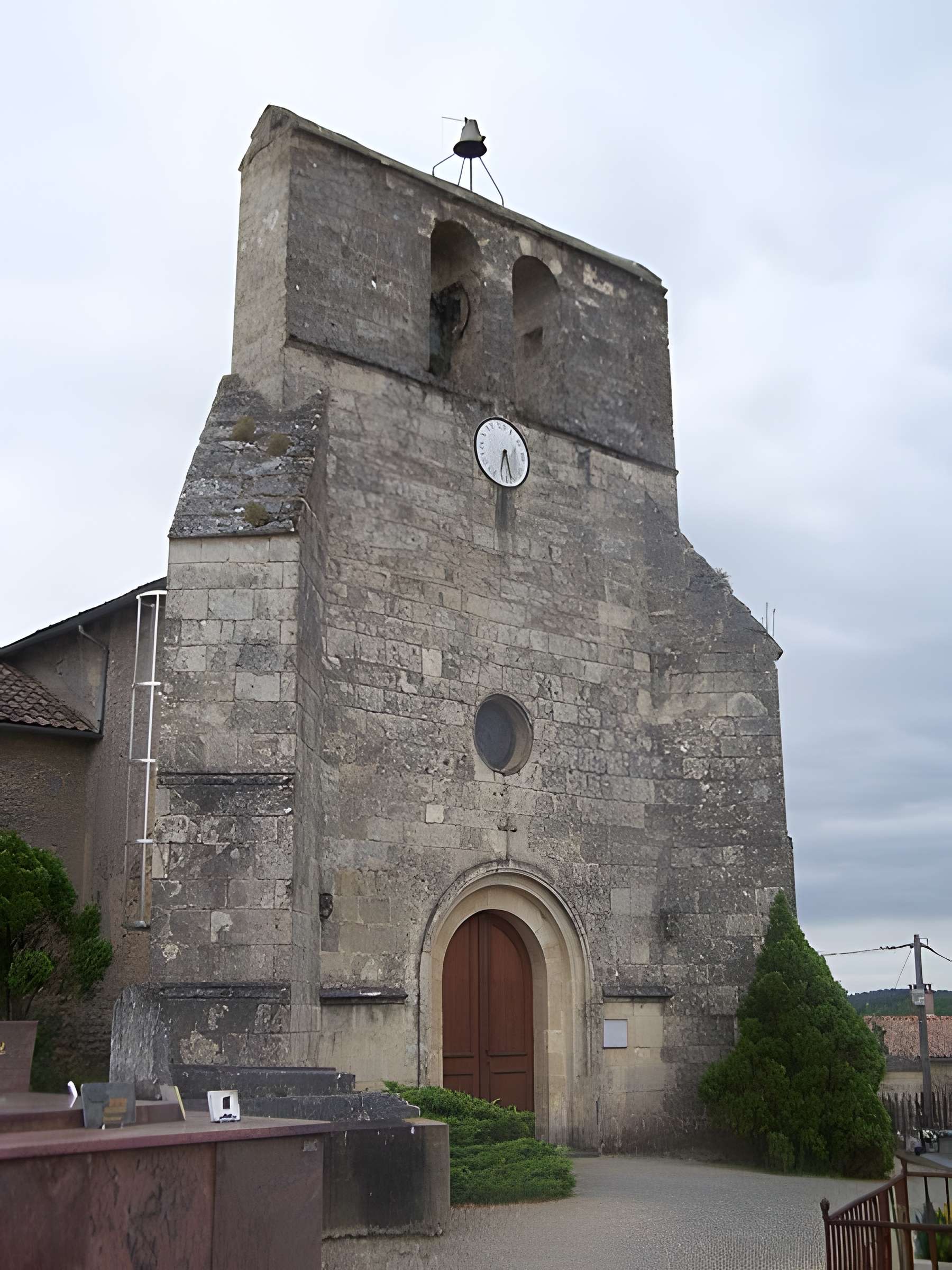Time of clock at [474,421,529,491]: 6:27
